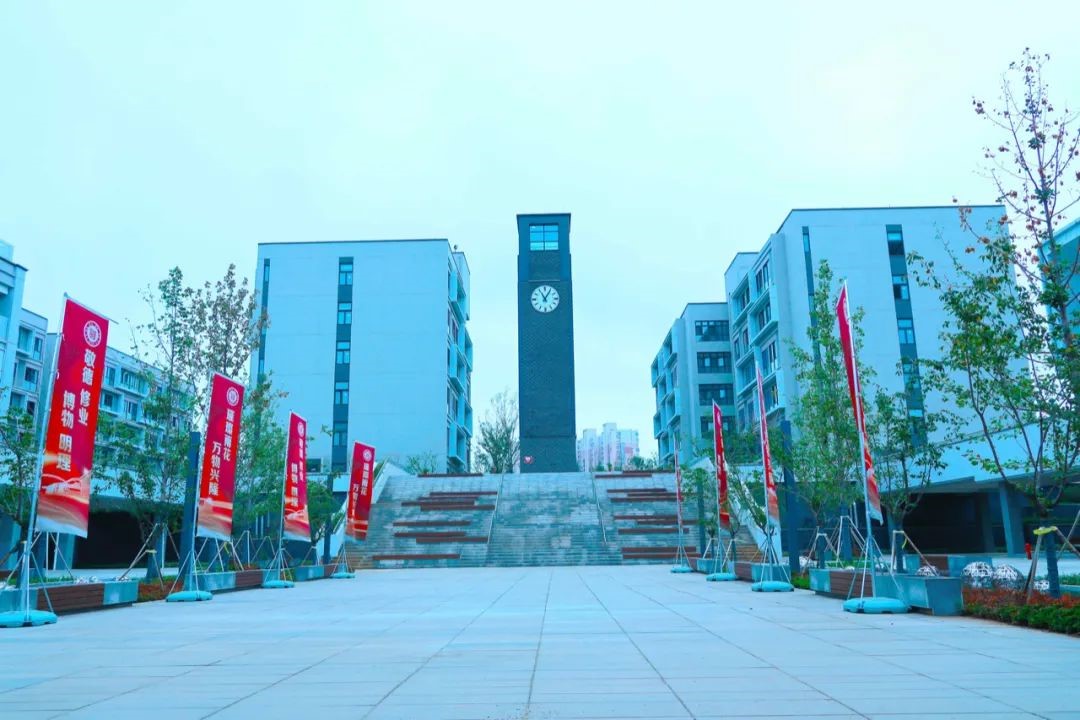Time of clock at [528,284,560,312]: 11:05
